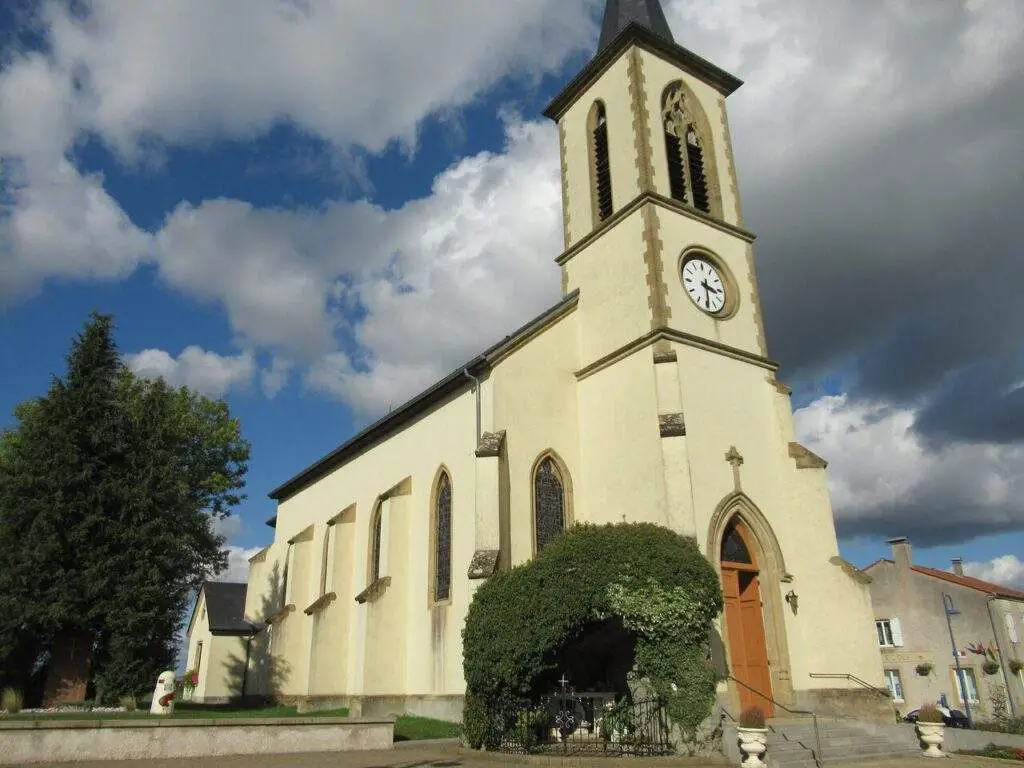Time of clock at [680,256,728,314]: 3:29
